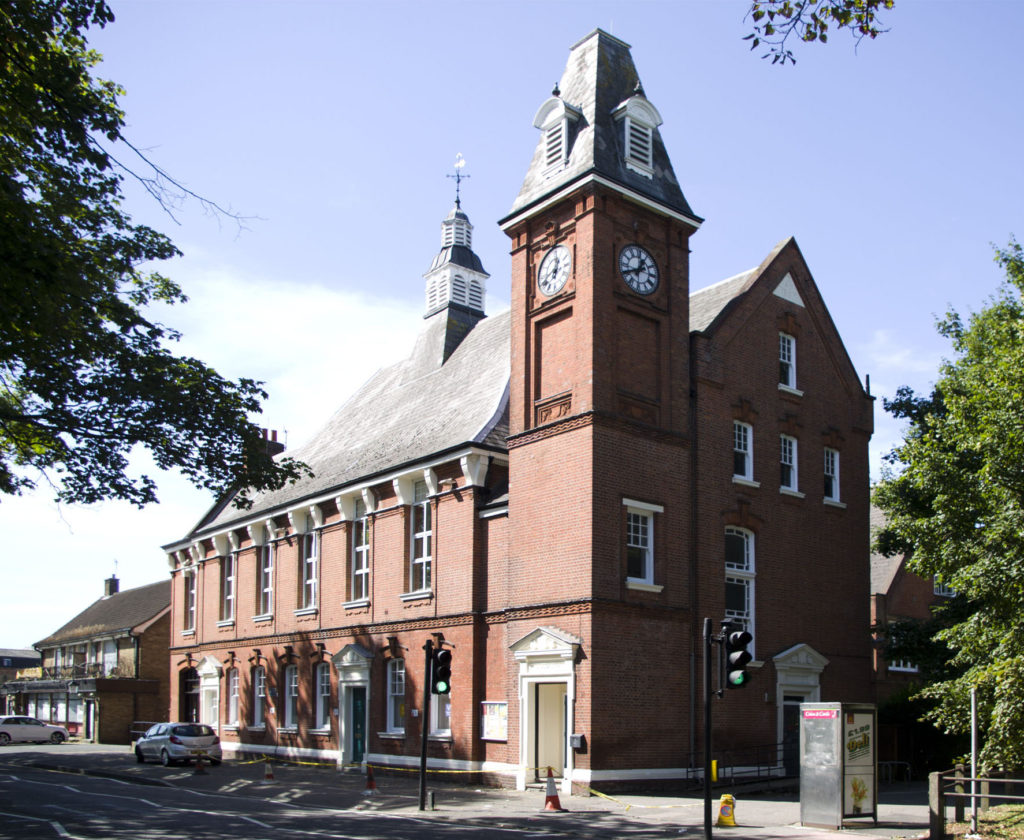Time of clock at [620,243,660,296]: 12:40
